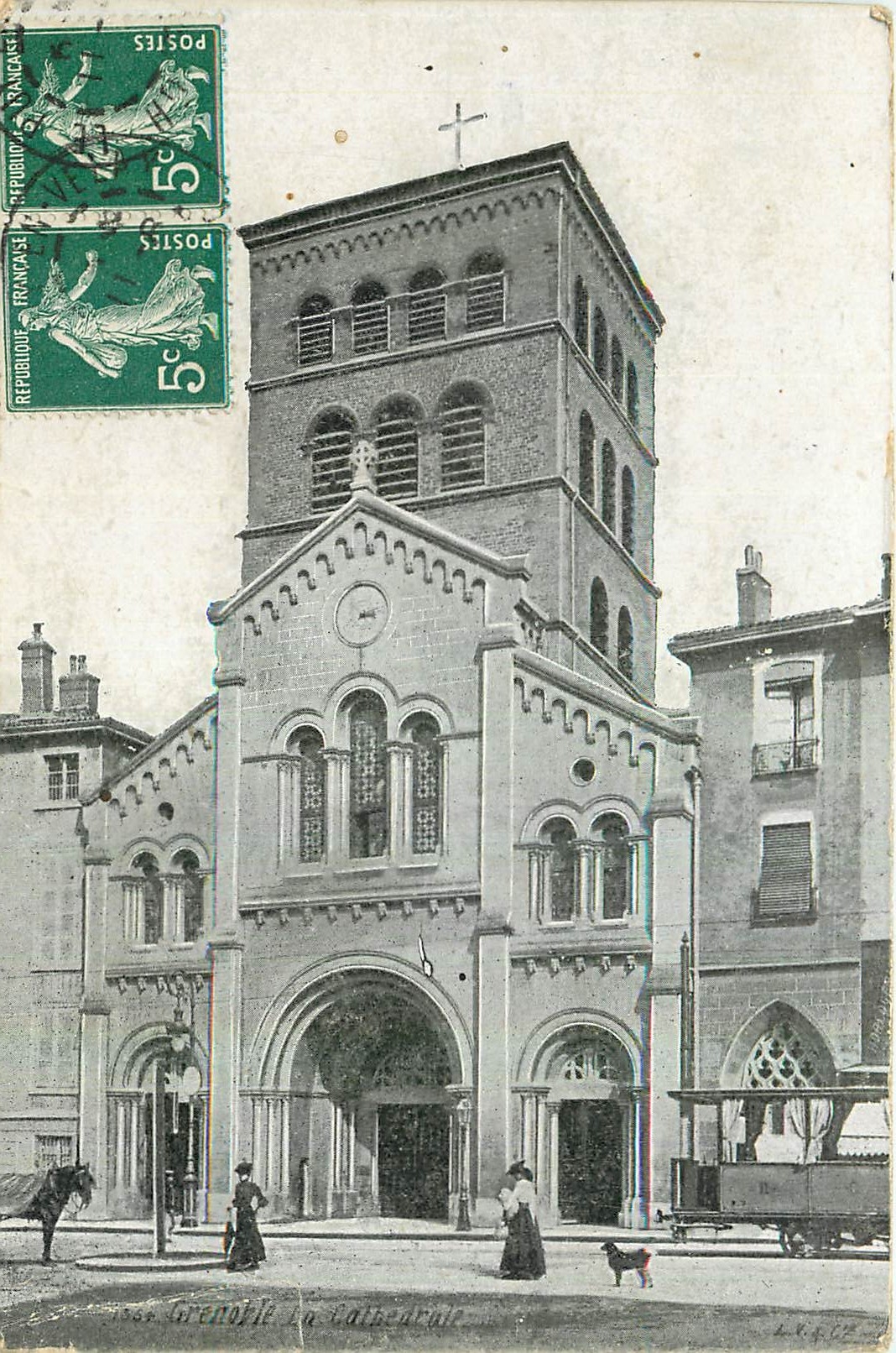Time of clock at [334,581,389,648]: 3:12
